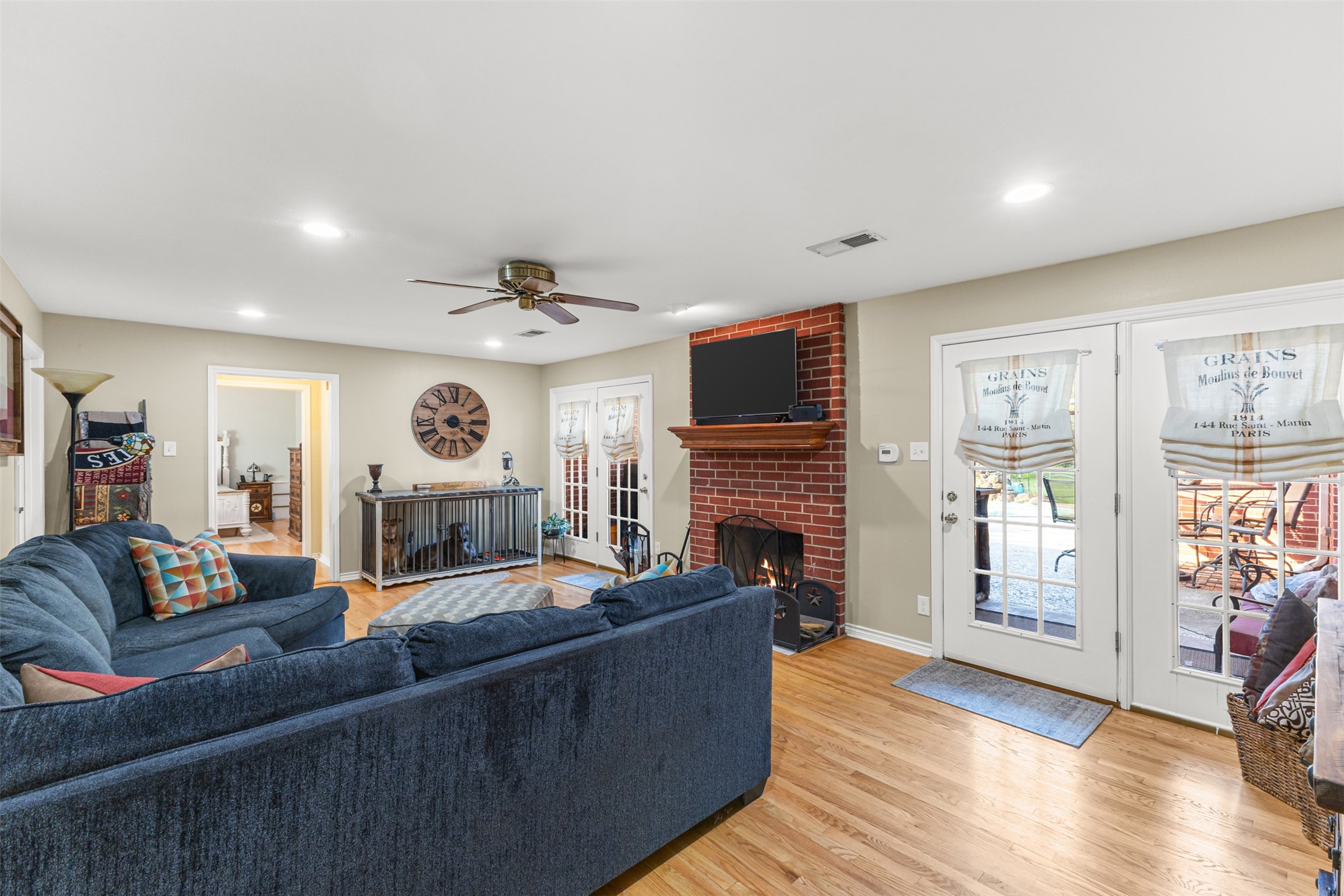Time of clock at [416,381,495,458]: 4:15
